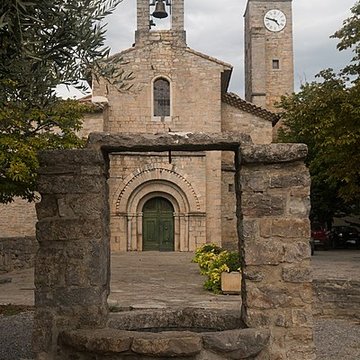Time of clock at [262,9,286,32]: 4:47
